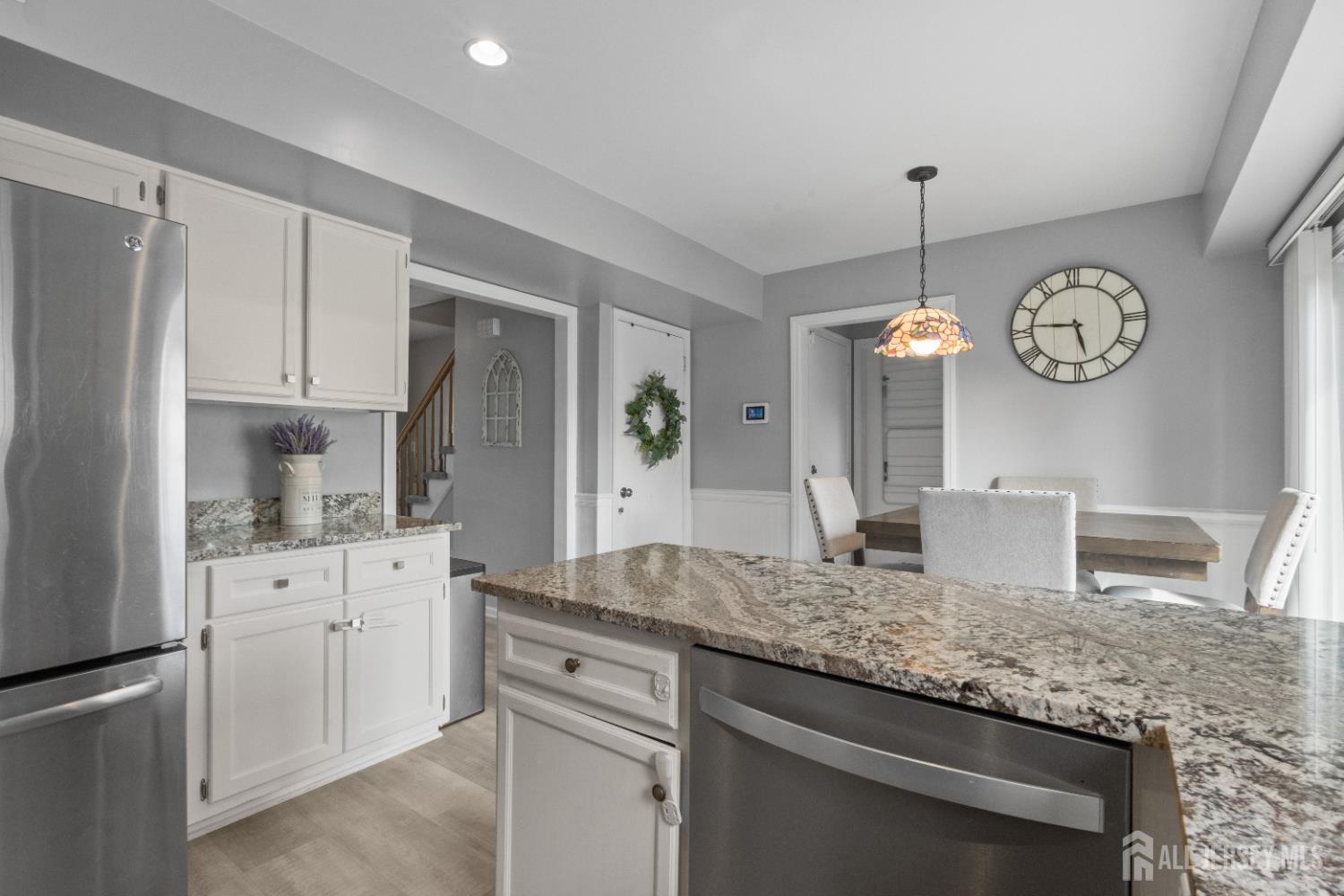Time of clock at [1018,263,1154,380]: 5:46
